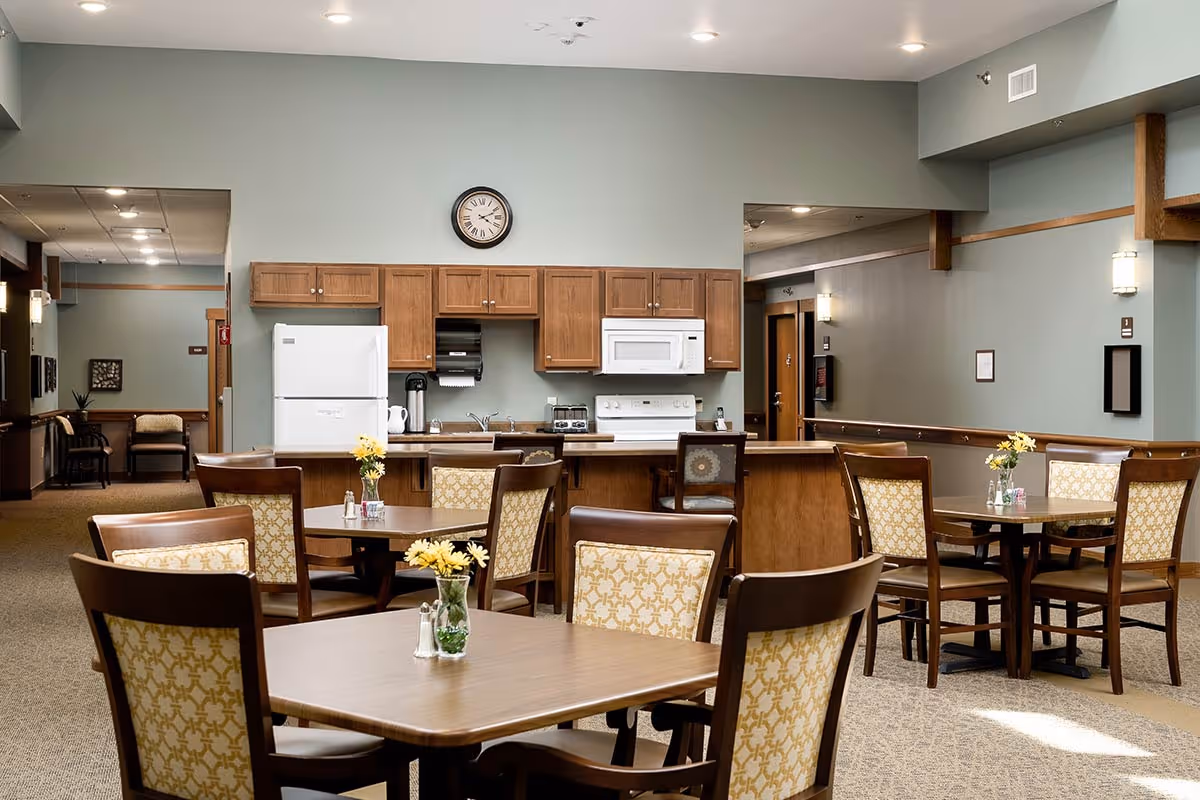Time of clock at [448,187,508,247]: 4:11
